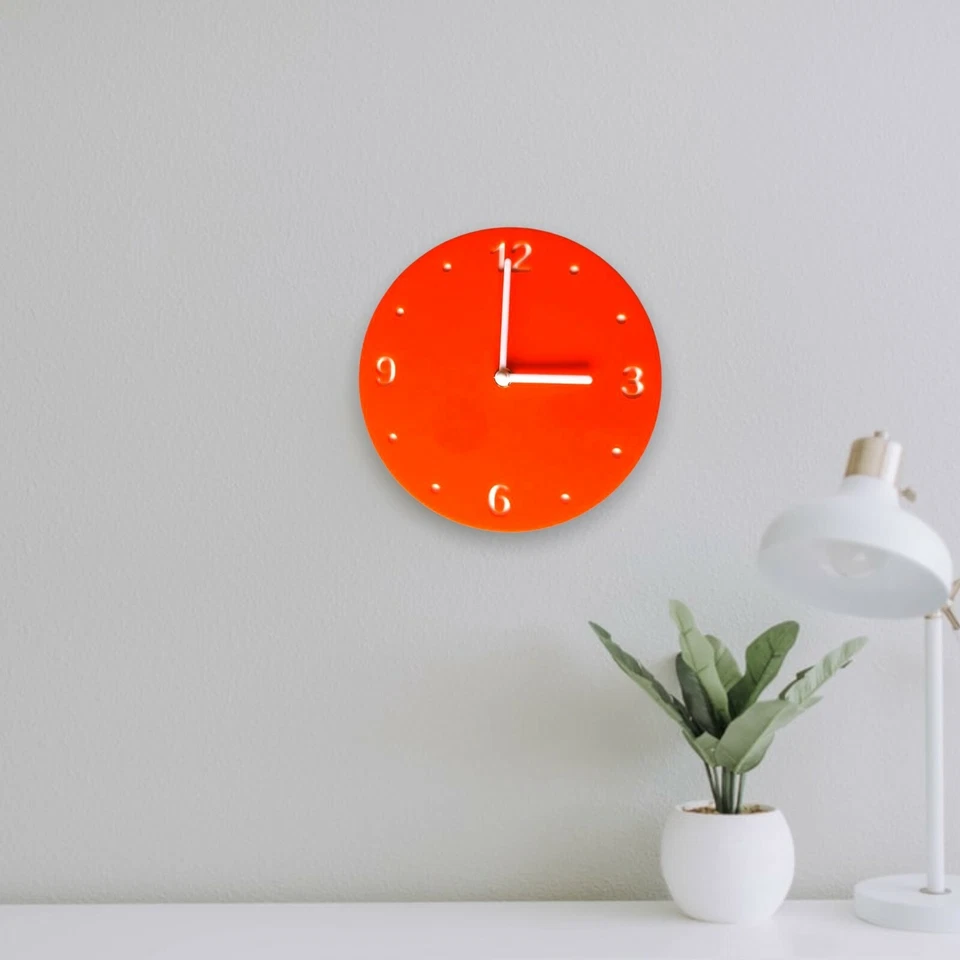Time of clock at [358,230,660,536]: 3:00
